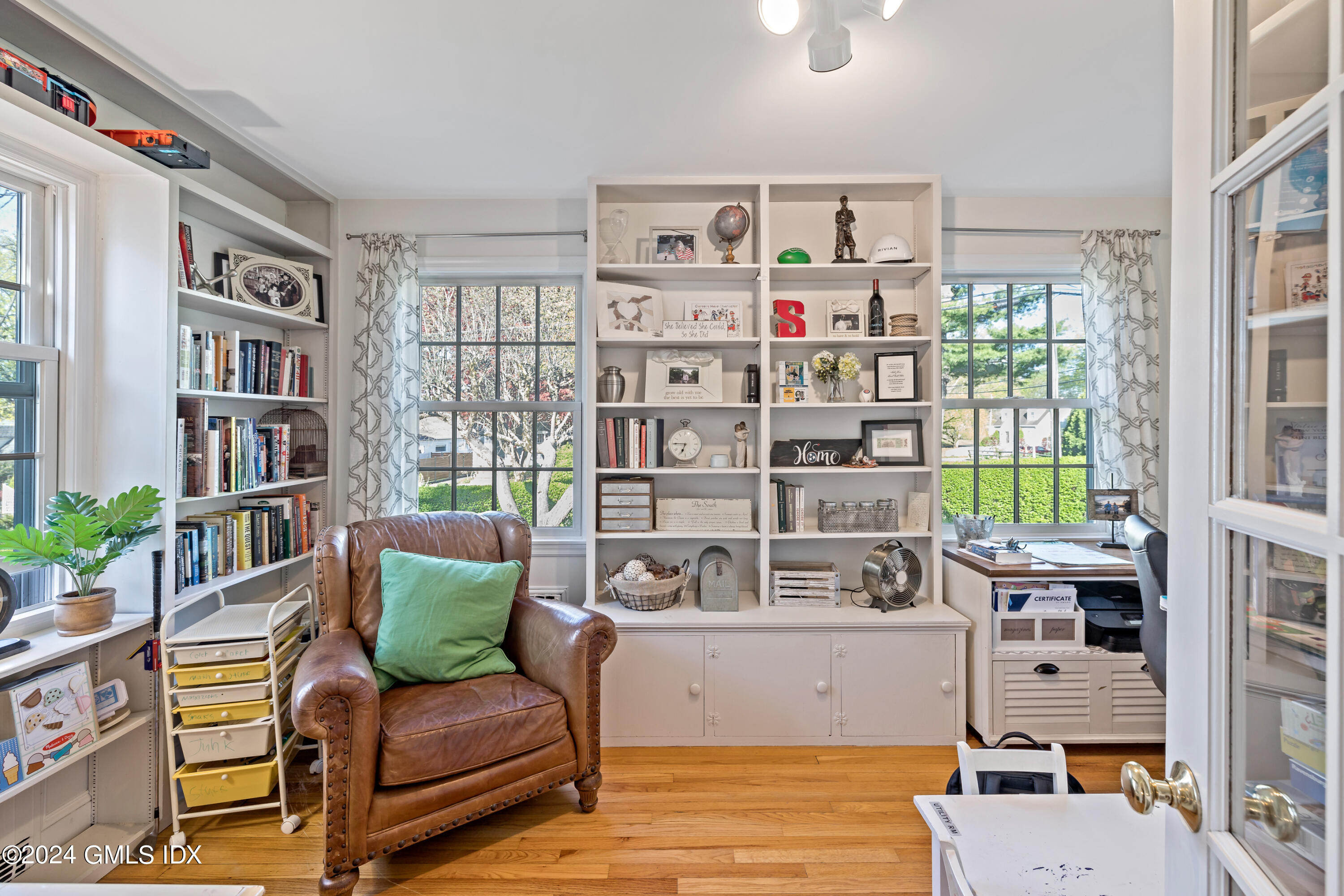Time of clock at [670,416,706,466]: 6:45
